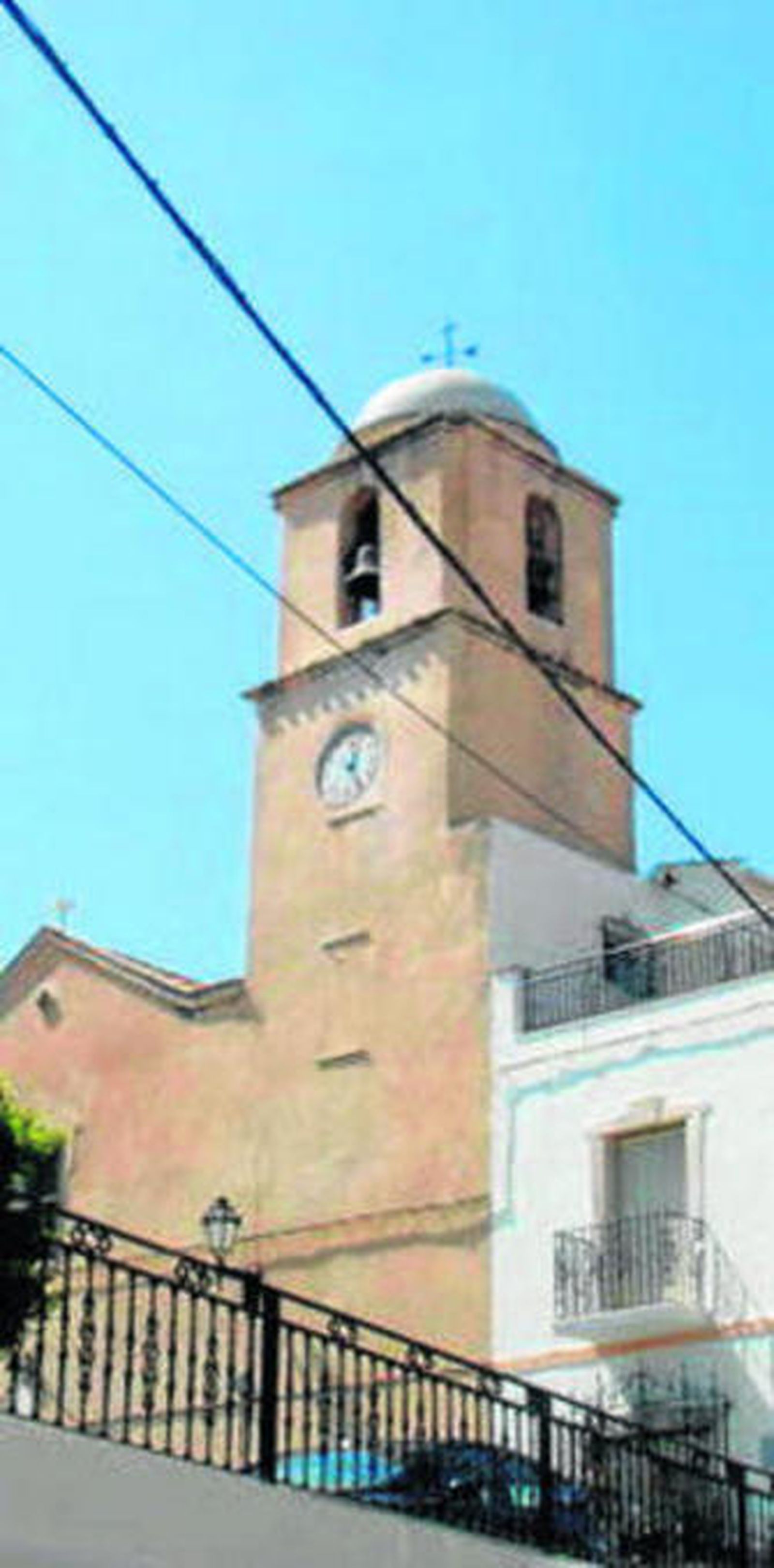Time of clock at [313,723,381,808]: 12:24
